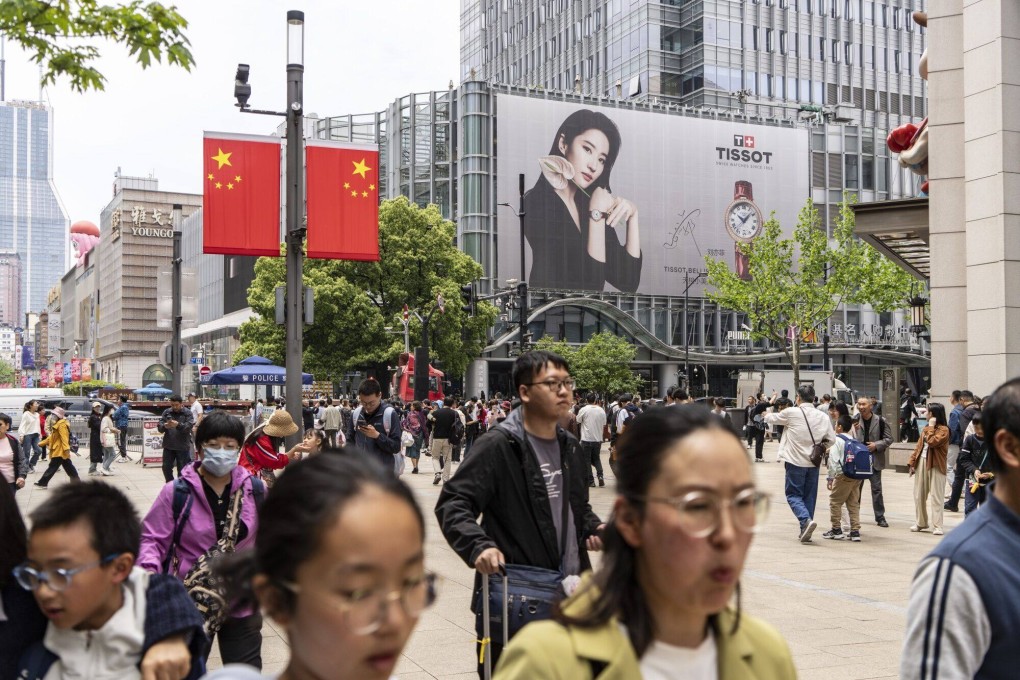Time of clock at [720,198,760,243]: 10:07
